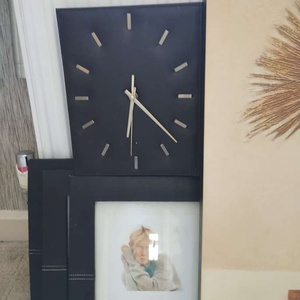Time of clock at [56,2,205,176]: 6:22
